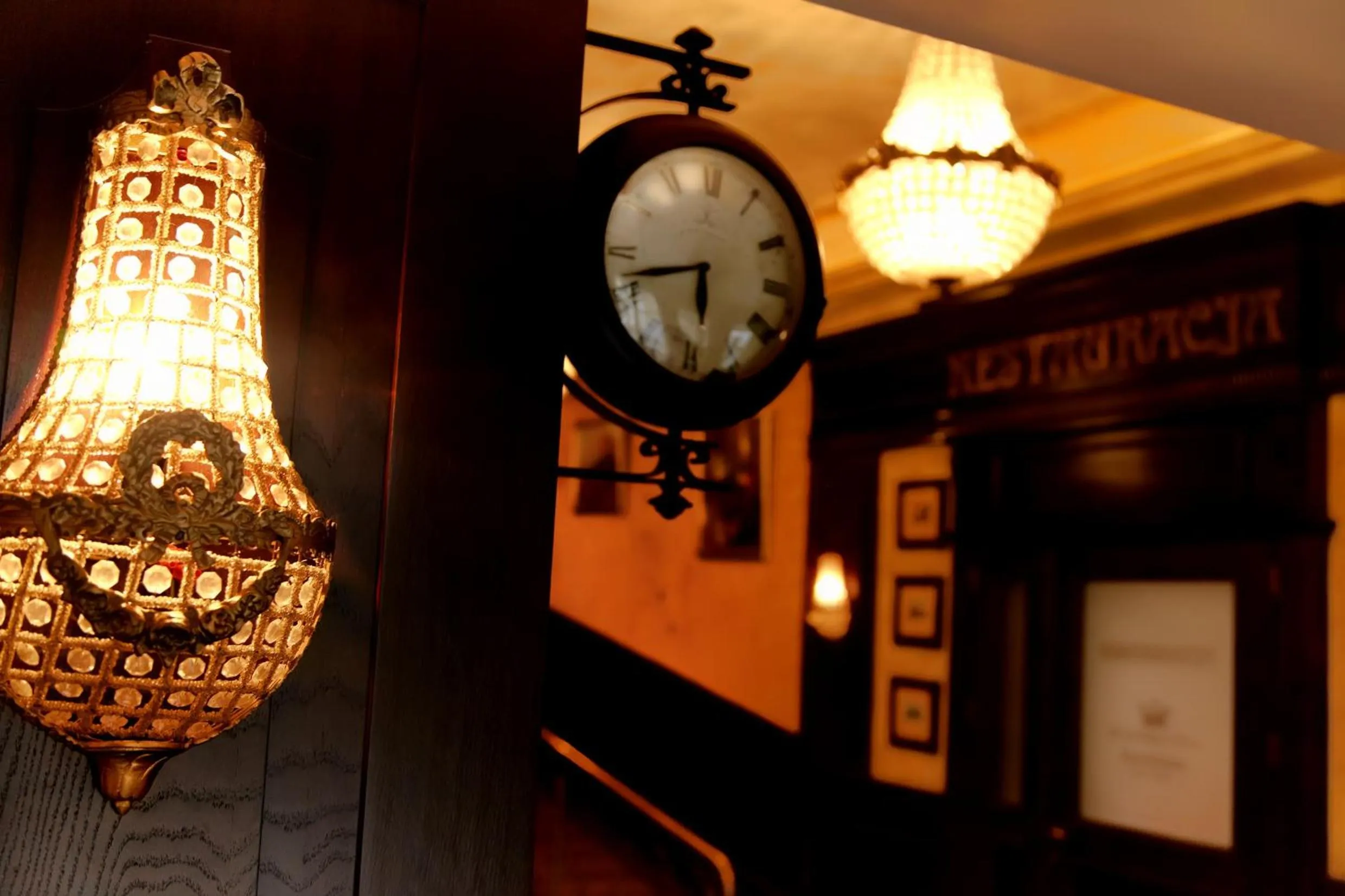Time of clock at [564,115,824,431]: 5:42
